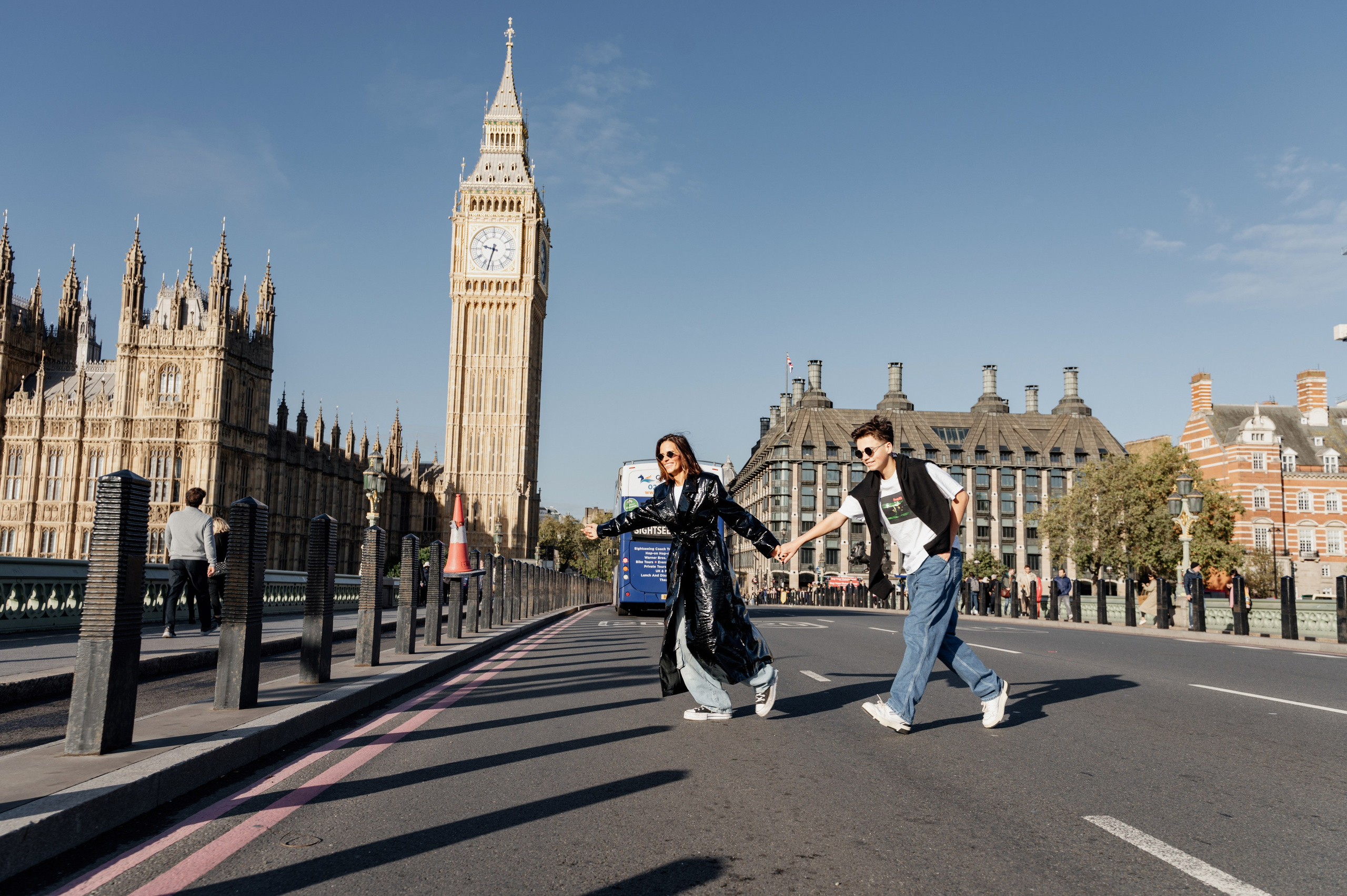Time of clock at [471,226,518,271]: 9:32
